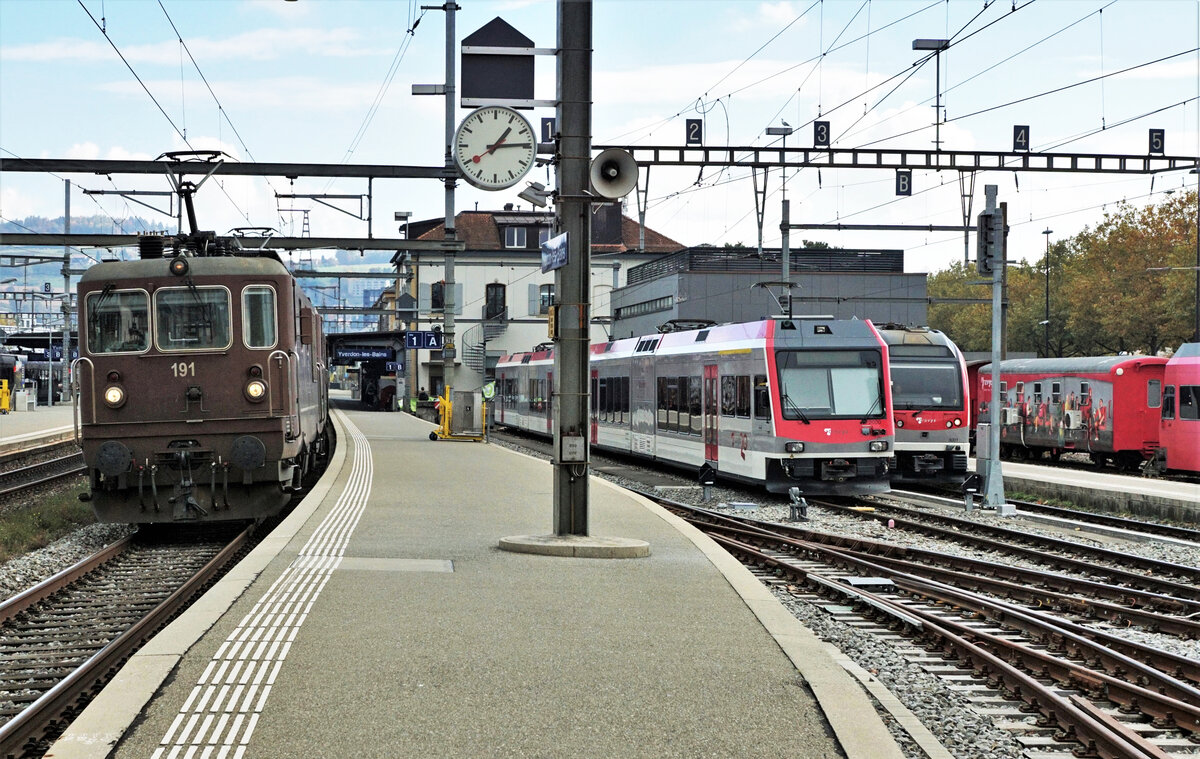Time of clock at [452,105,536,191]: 1:14
